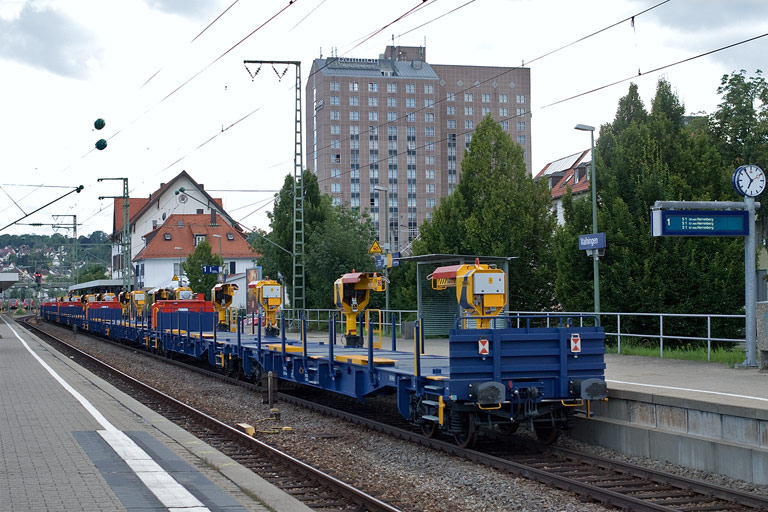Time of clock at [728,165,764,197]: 6:53
